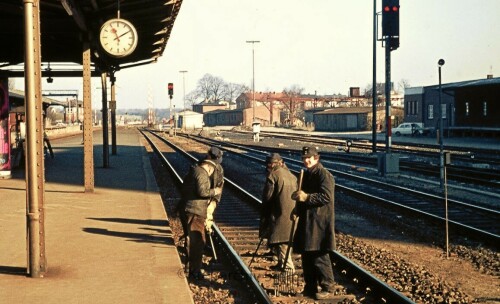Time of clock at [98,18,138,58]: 11:09
